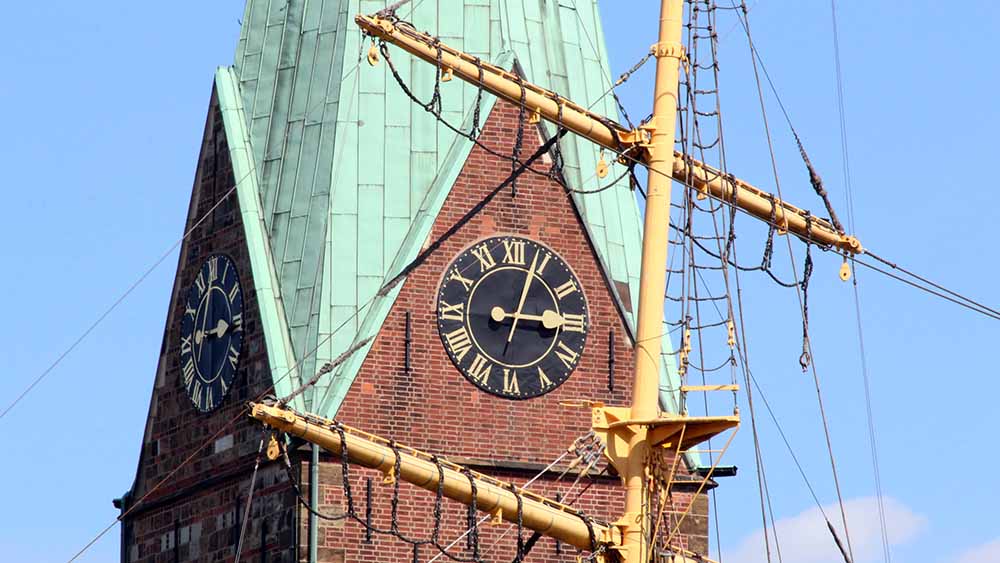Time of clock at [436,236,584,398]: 3:03
